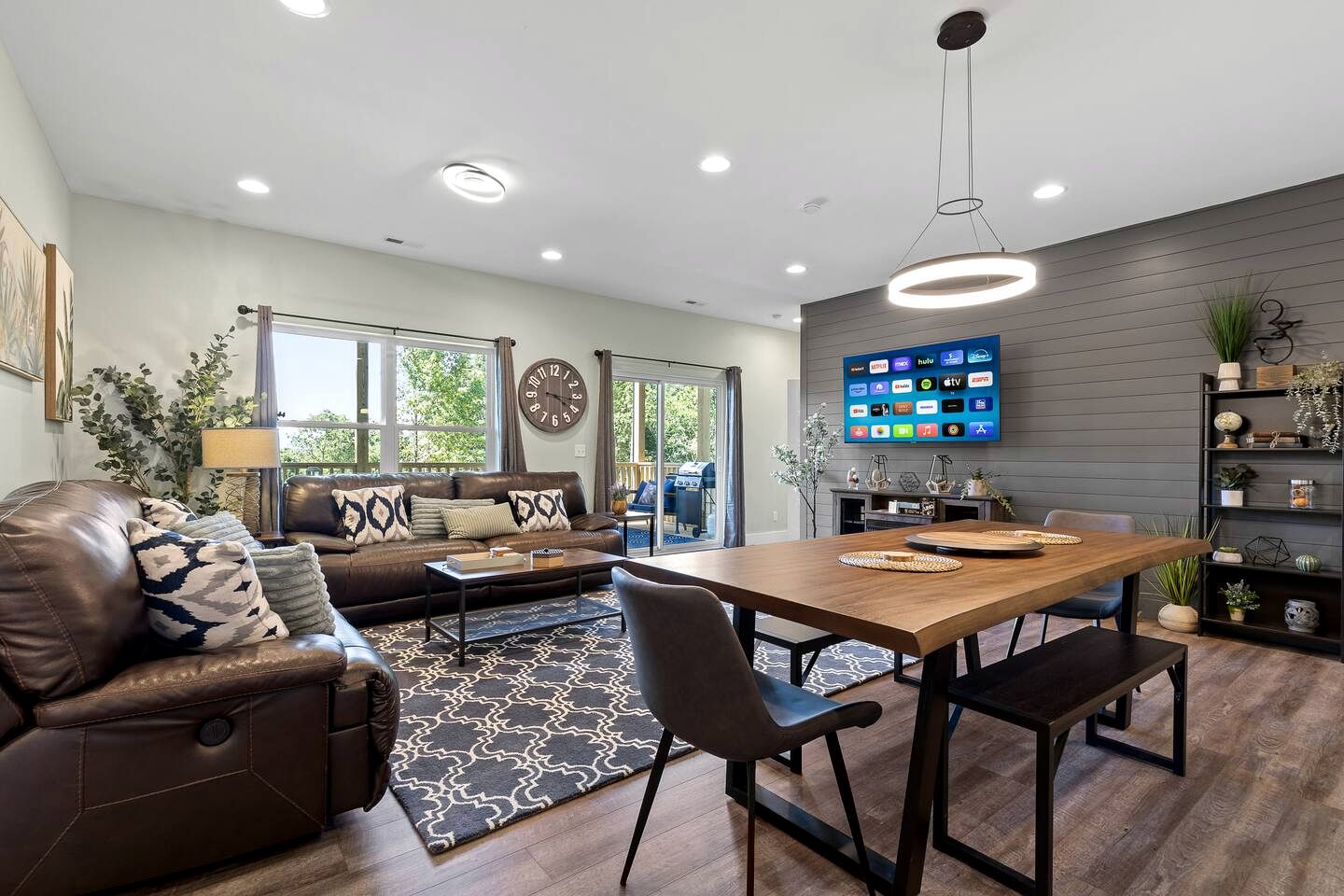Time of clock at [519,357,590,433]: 4:16
